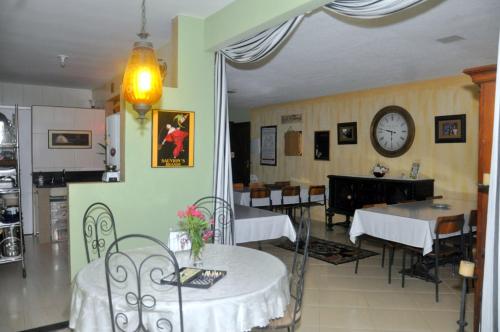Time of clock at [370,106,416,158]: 9:30
